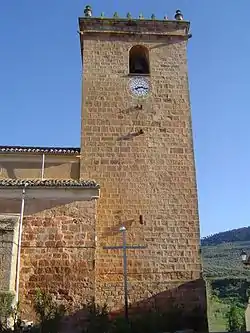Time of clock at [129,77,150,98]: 8:16
